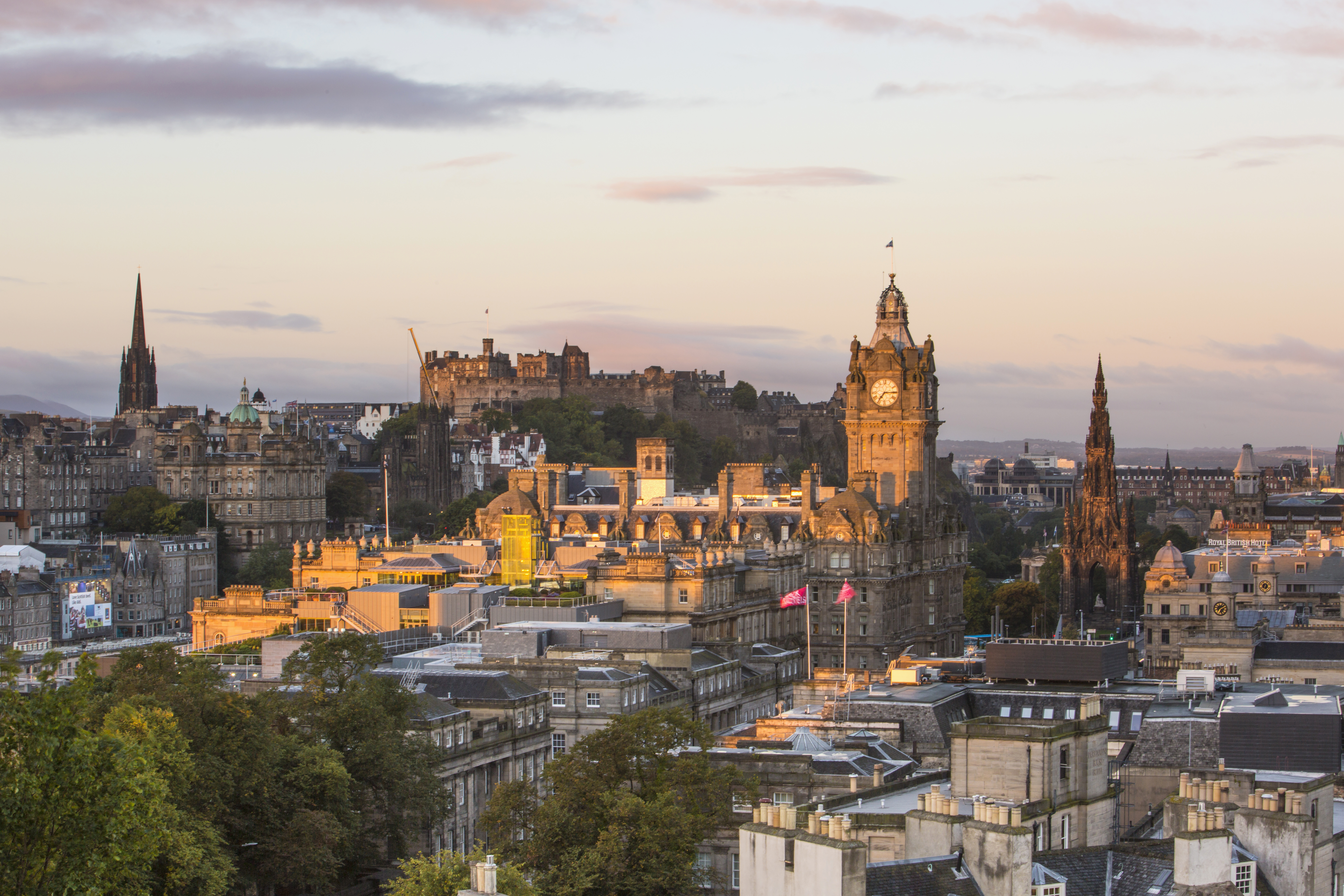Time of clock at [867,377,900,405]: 7:14
